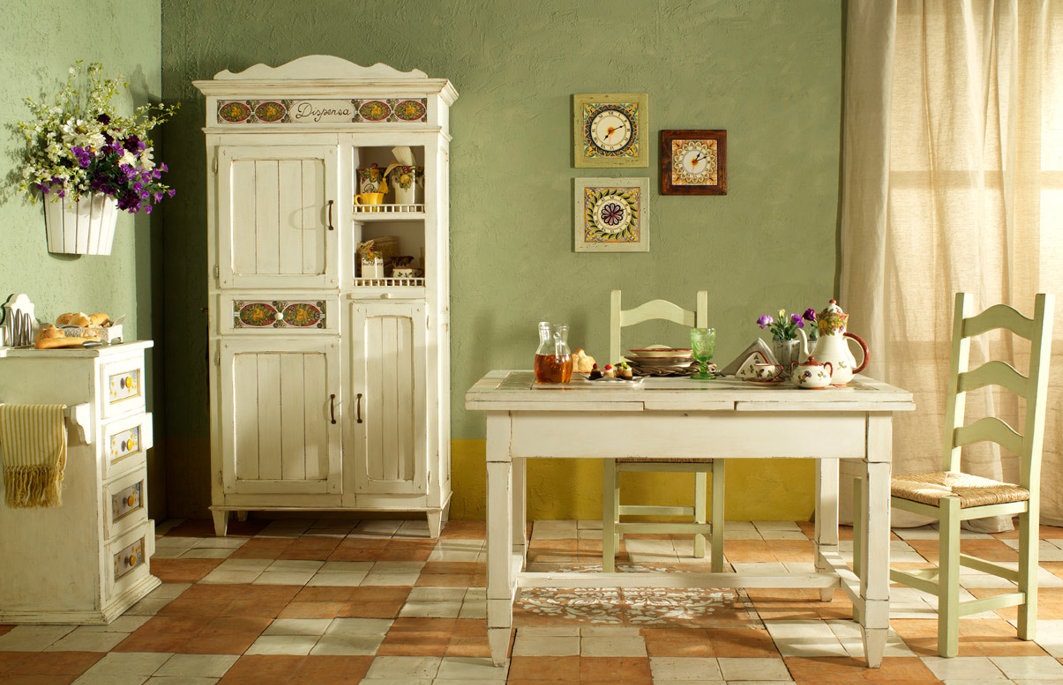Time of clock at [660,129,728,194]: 1:11
